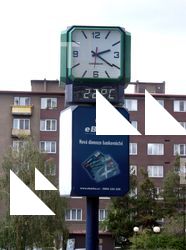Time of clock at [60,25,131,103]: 2:20
